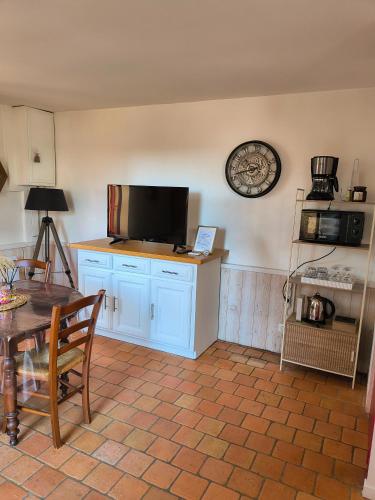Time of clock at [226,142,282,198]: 10:41
